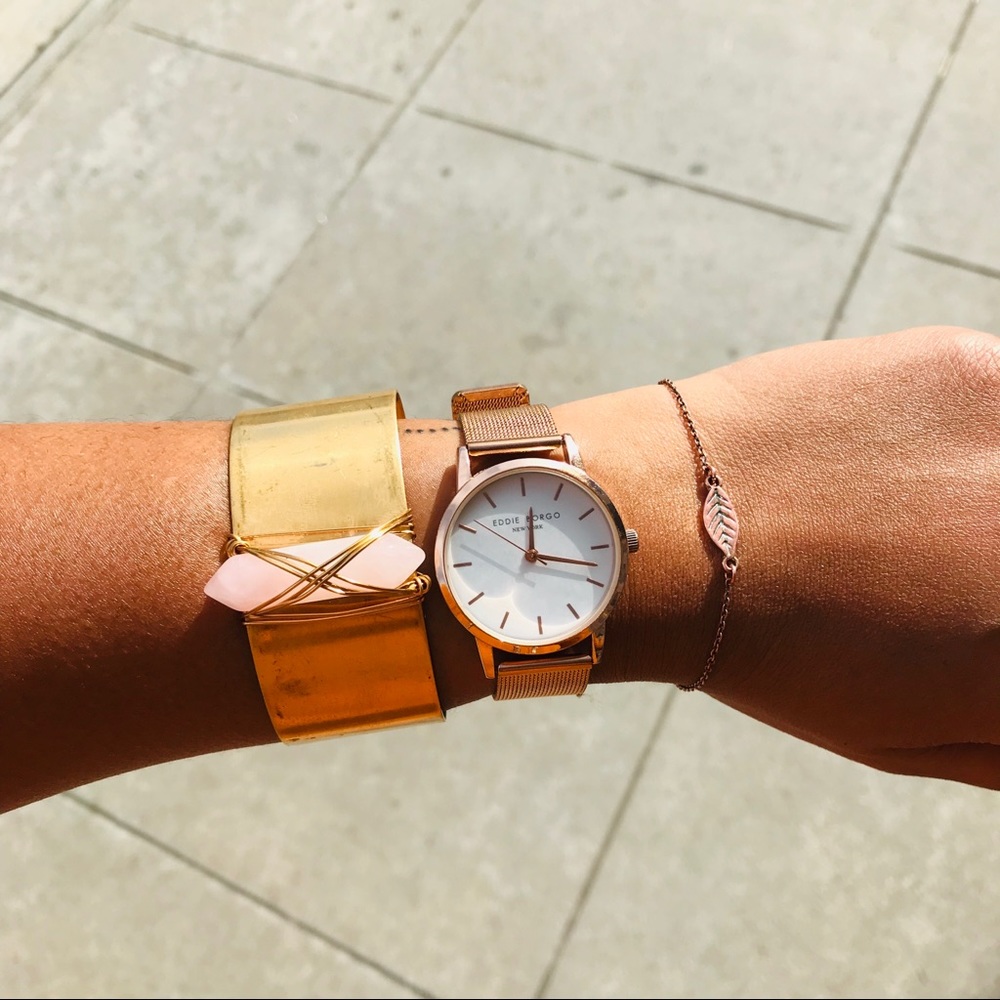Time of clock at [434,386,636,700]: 12:17
